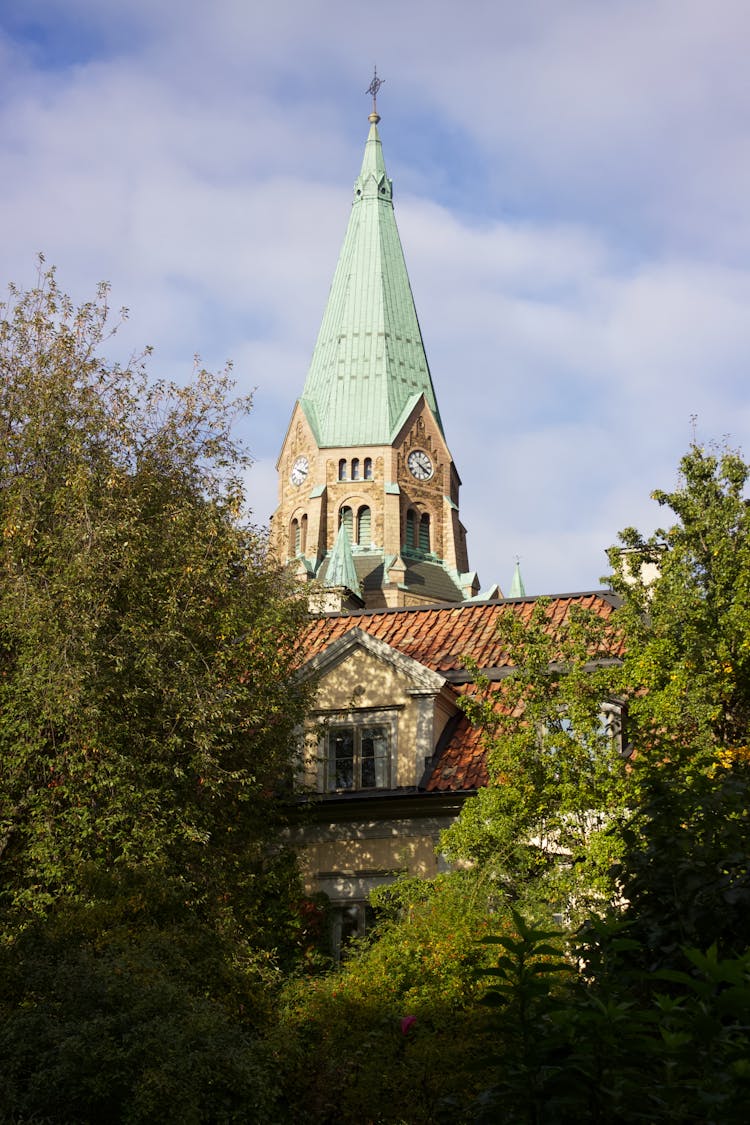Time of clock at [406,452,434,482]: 4:20
